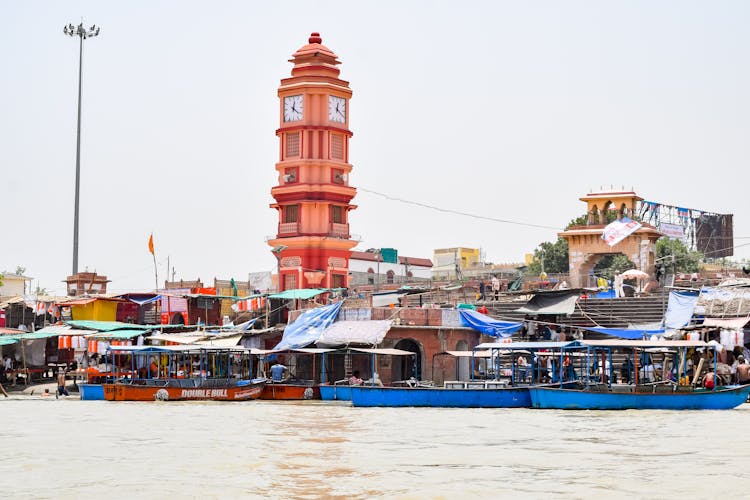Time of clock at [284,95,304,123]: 12:21
